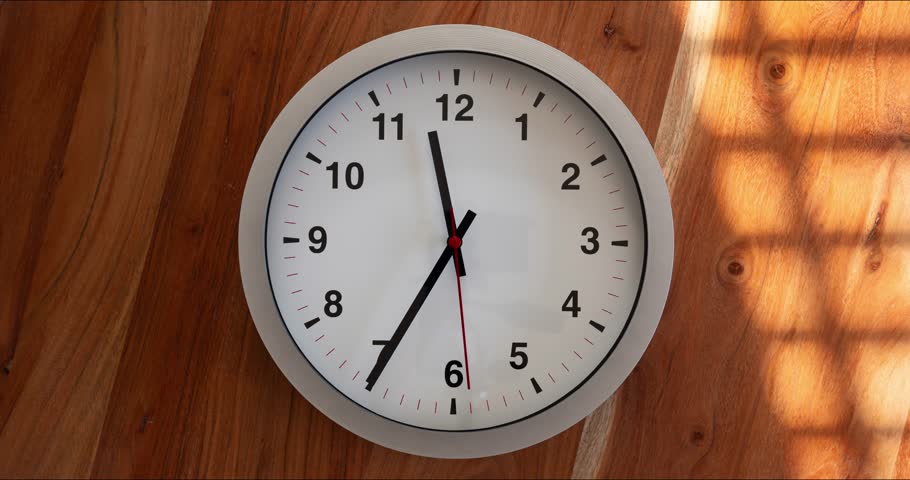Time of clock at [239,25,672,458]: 11:35
